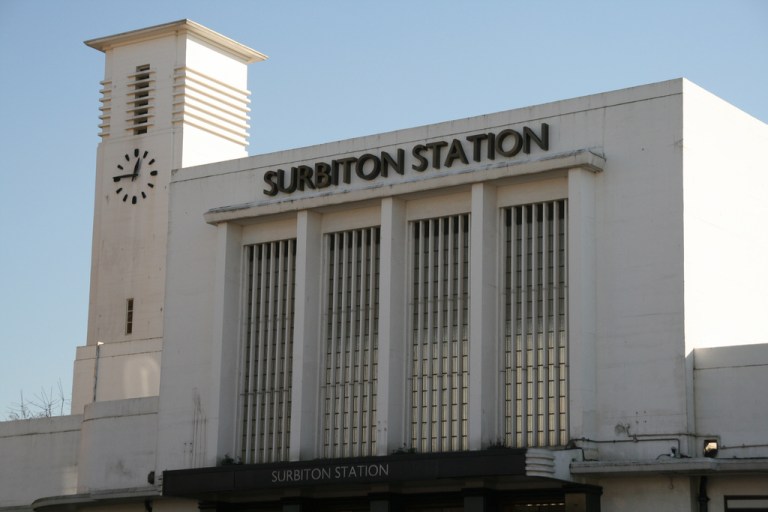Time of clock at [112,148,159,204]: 12:45
